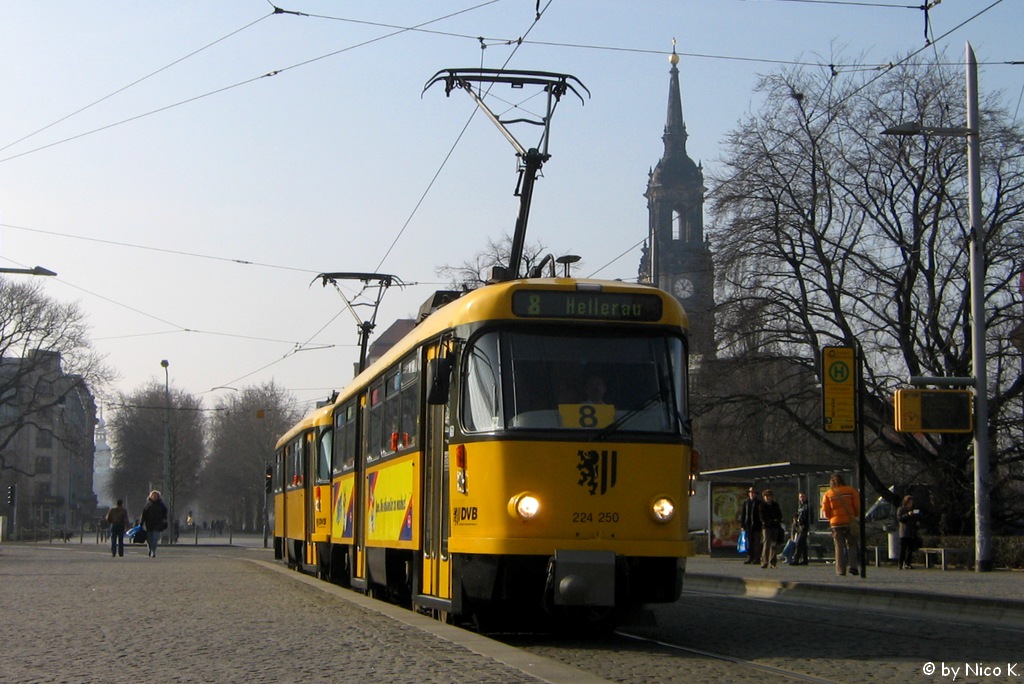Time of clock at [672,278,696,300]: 11:07
